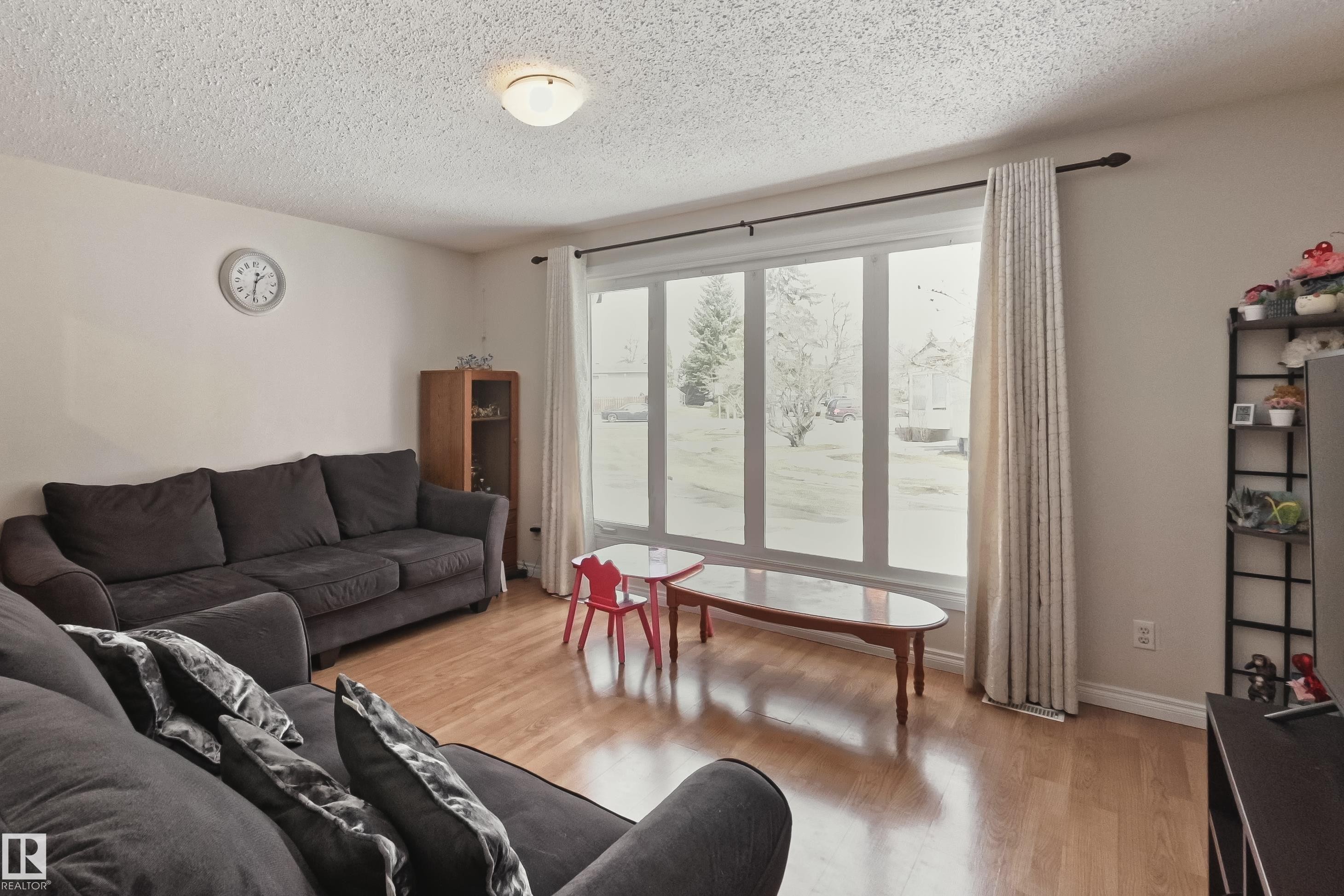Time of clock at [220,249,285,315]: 1:31
